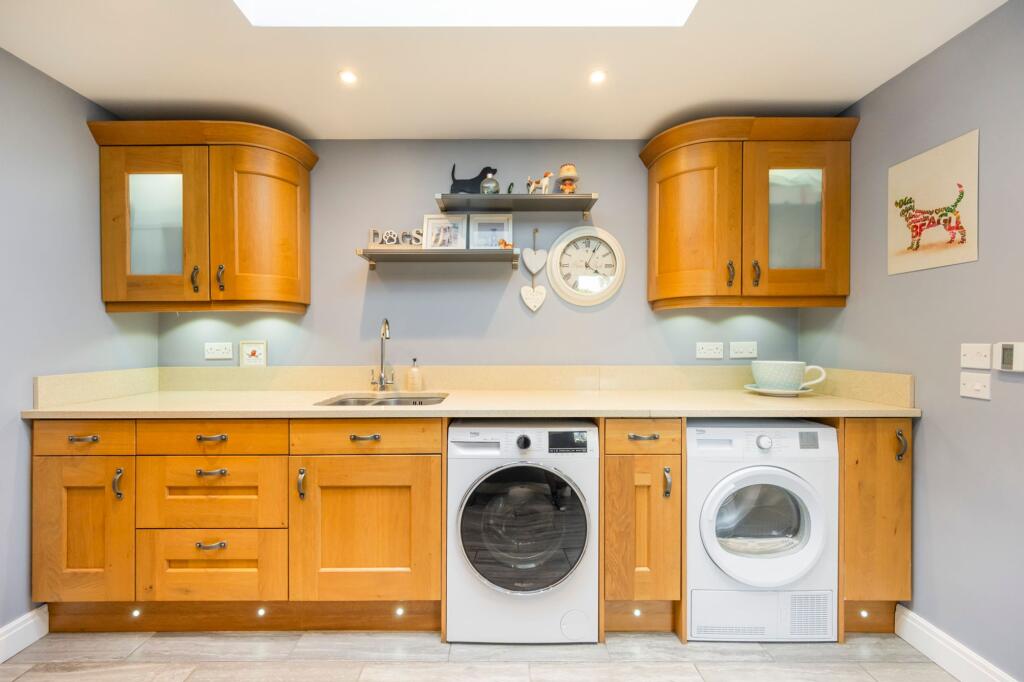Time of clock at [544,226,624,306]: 4:04
